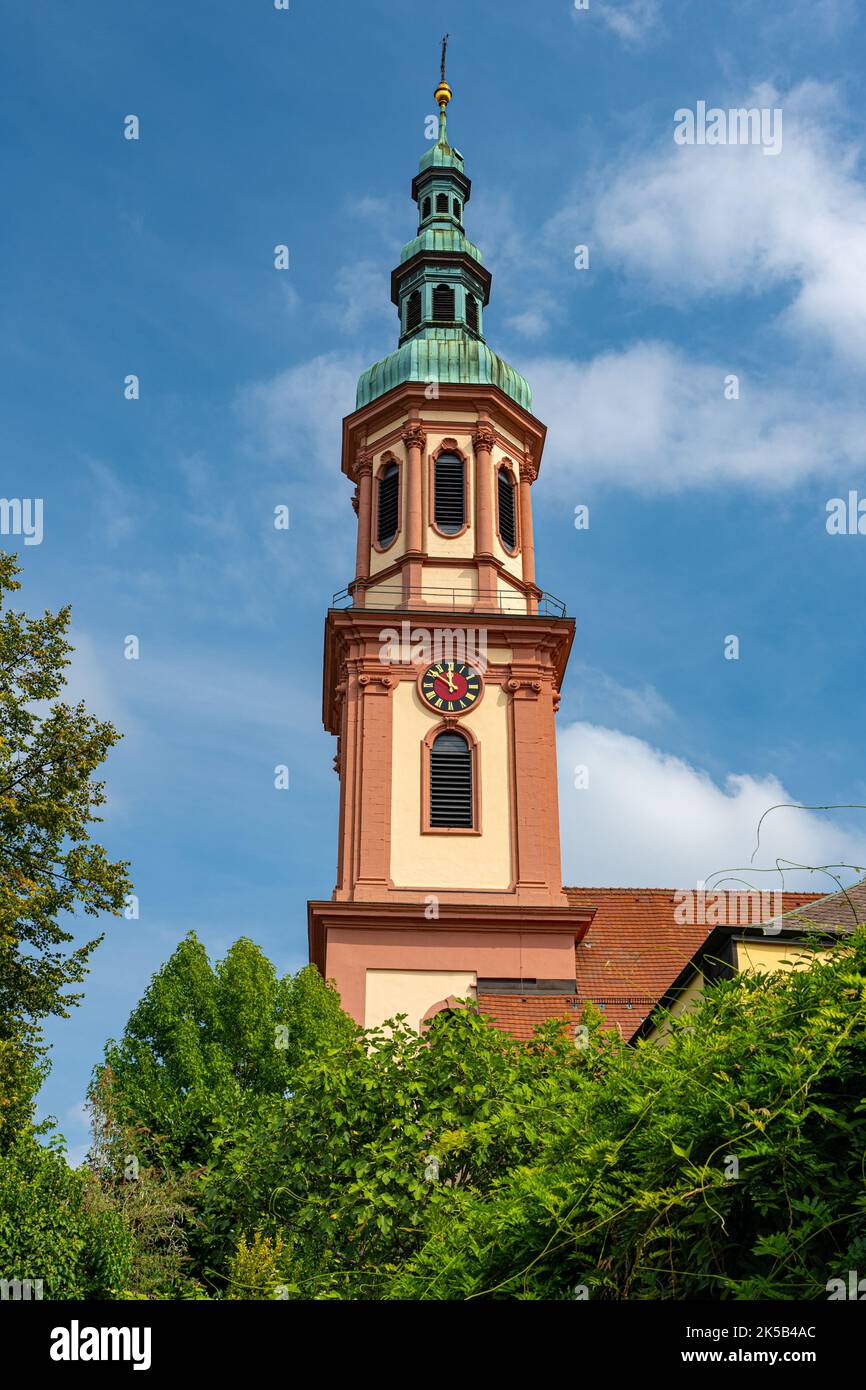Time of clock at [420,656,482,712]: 11:50
